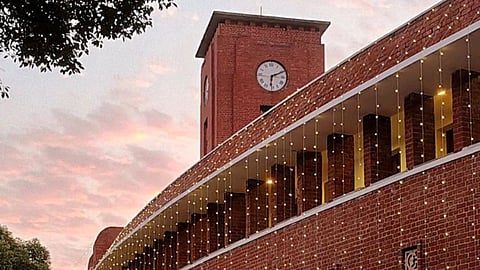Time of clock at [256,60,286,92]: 6:11
